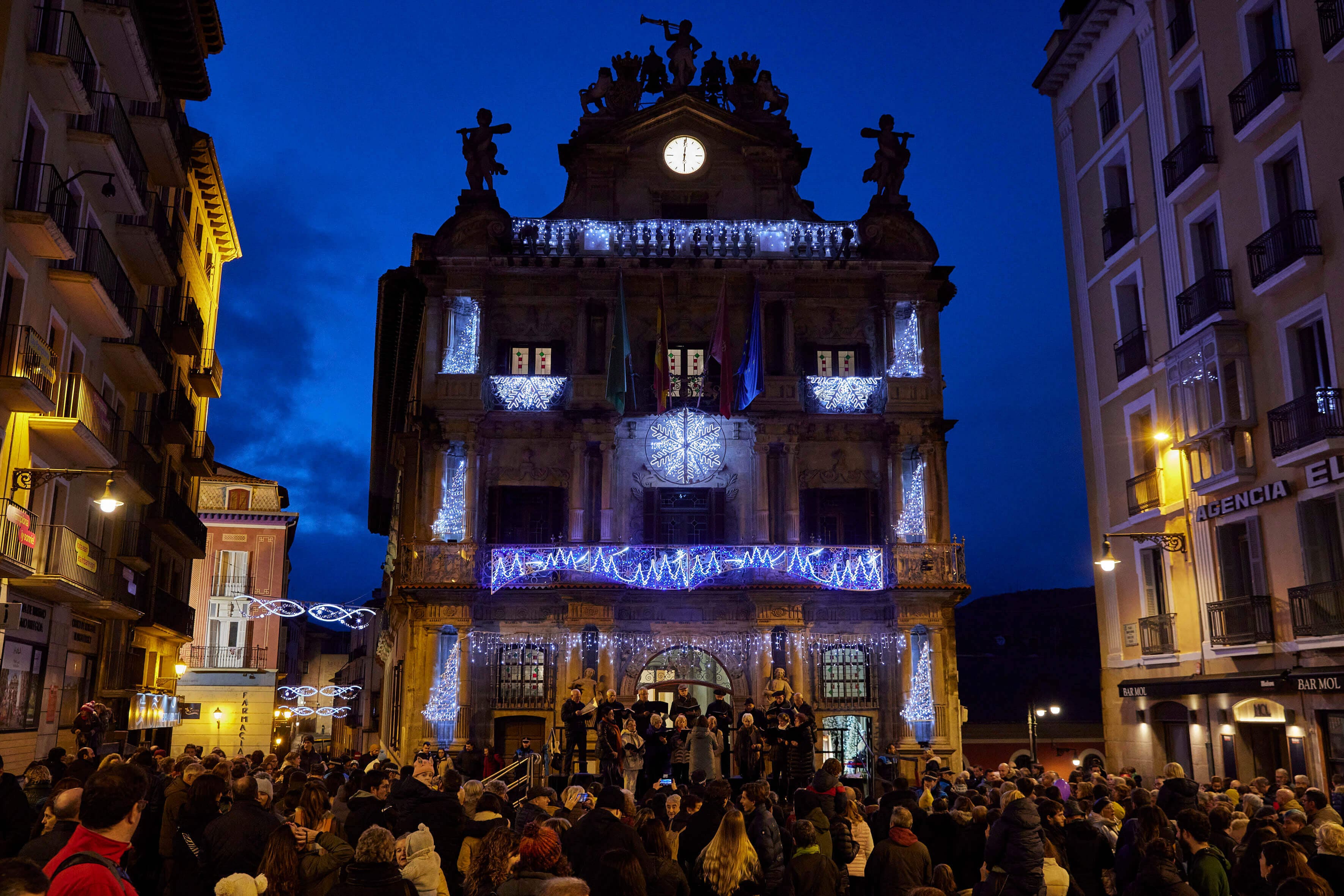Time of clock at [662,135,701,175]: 6:00
